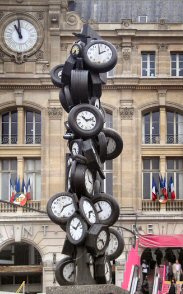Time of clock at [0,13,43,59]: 10:59
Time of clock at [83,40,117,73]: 1:59
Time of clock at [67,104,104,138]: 10:12
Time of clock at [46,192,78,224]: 7:11
